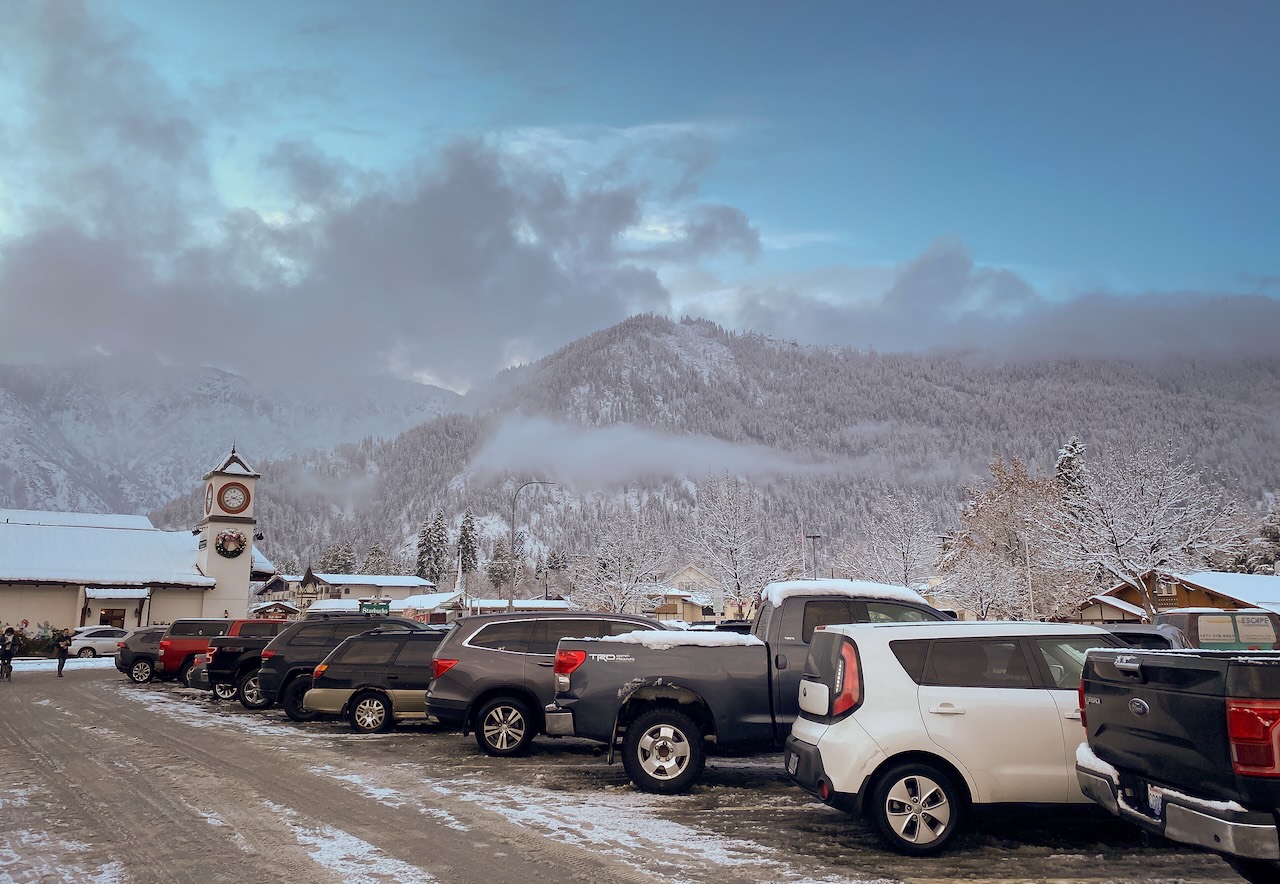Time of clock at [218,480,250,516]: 3:40
